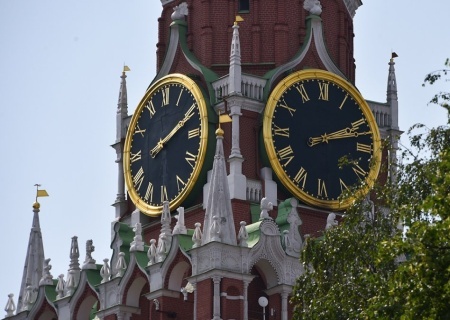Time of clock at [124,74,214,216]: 2:11
